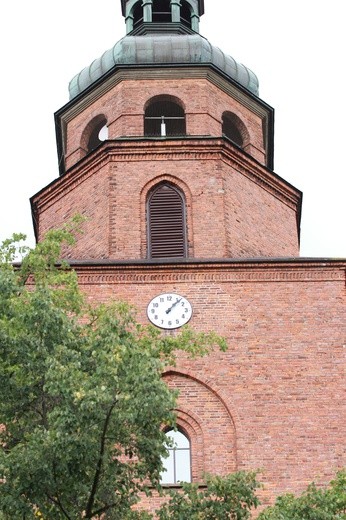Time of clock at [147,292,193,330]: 1:06
